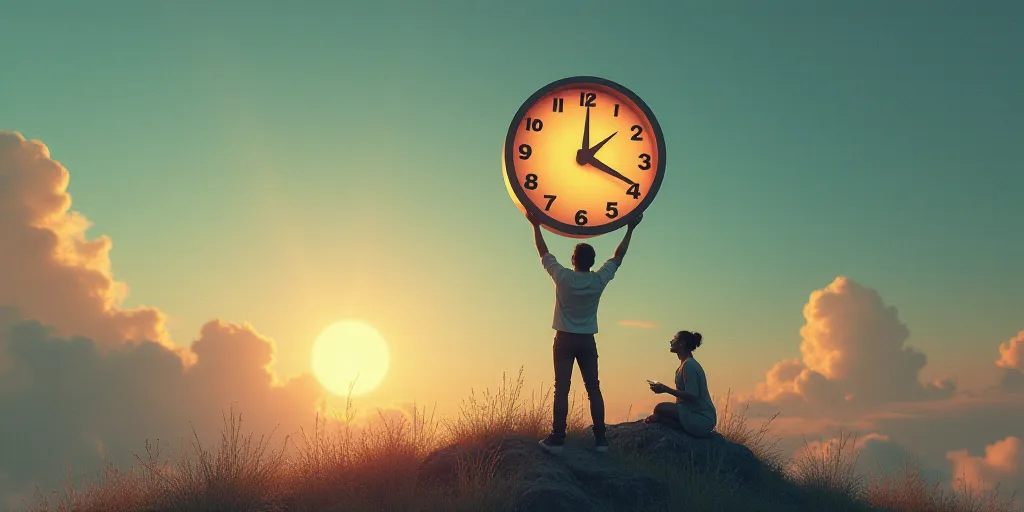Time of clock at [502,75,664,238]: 4:00
